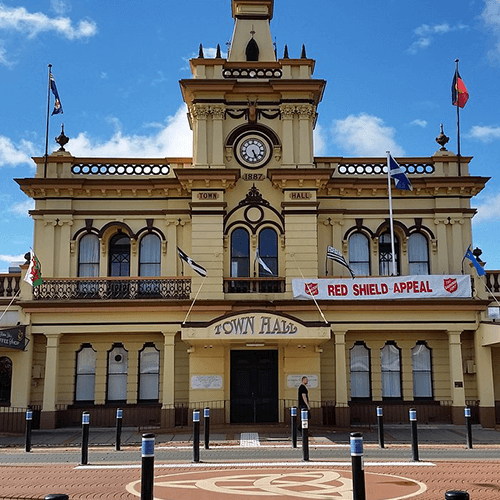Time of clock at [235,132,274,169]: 5:26
